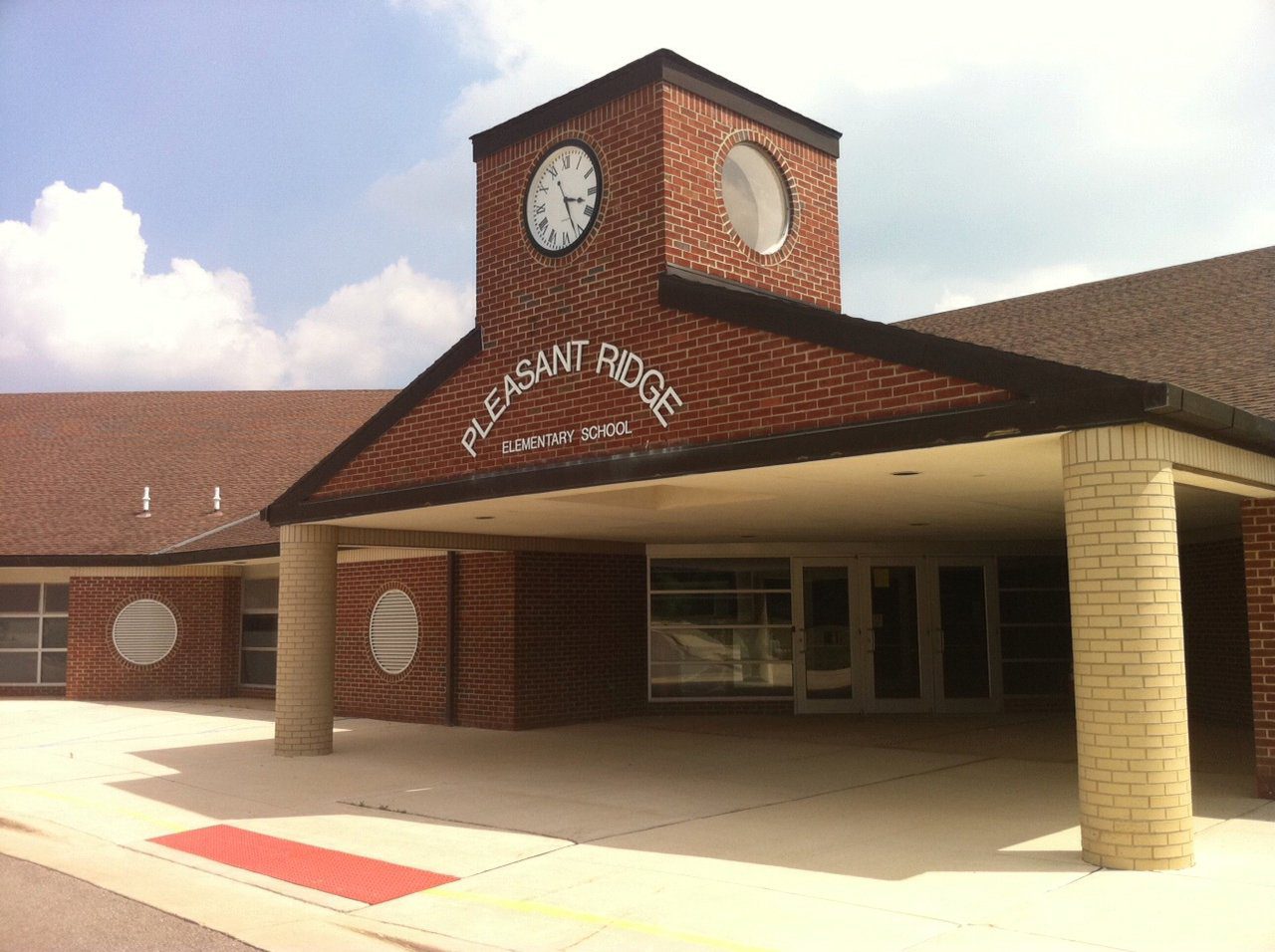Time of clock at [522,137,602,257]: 3:26
